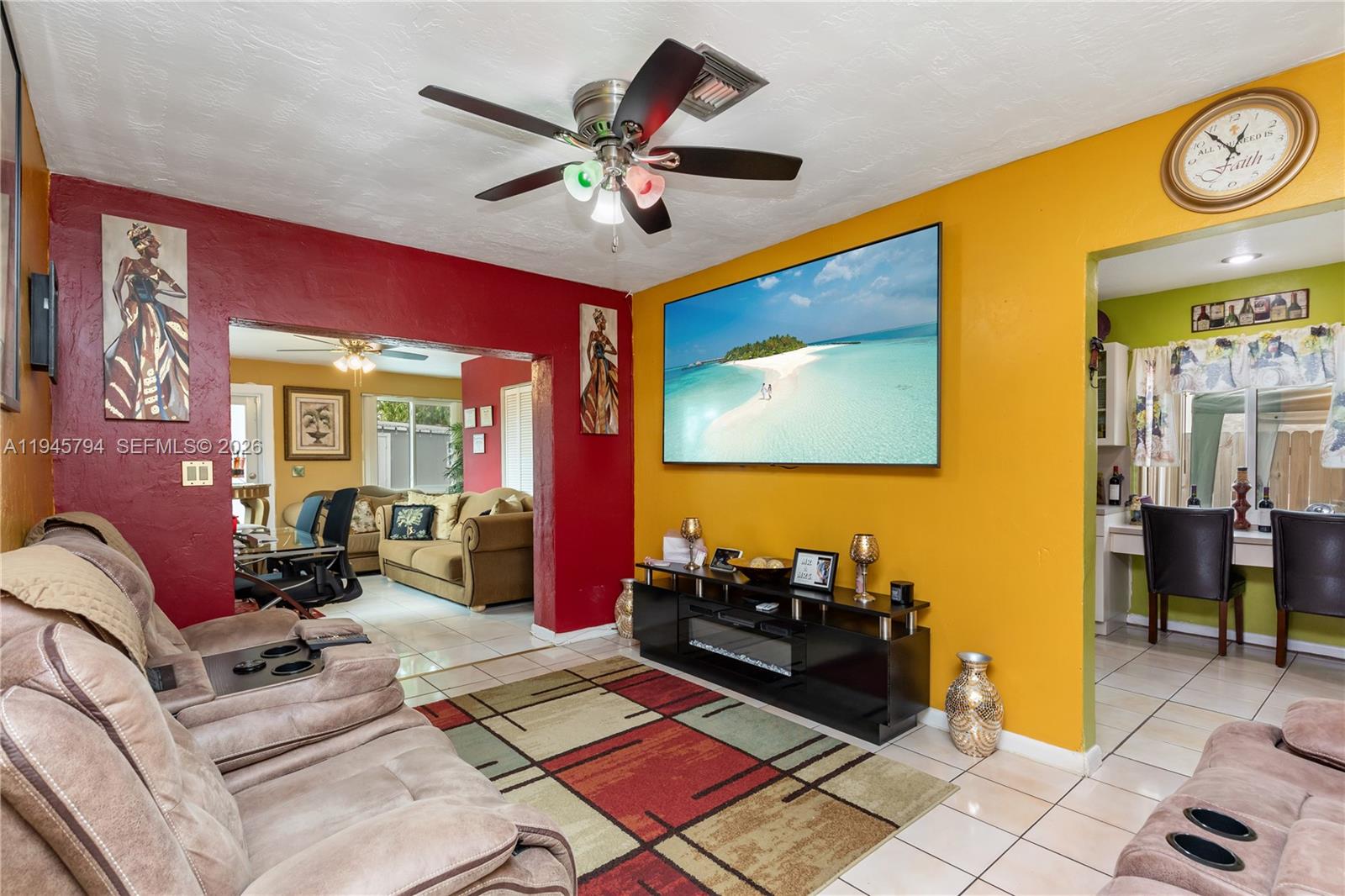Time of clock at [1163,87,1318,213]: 12:53
